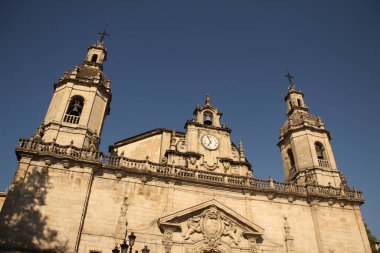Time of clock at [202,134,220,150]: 6:56
